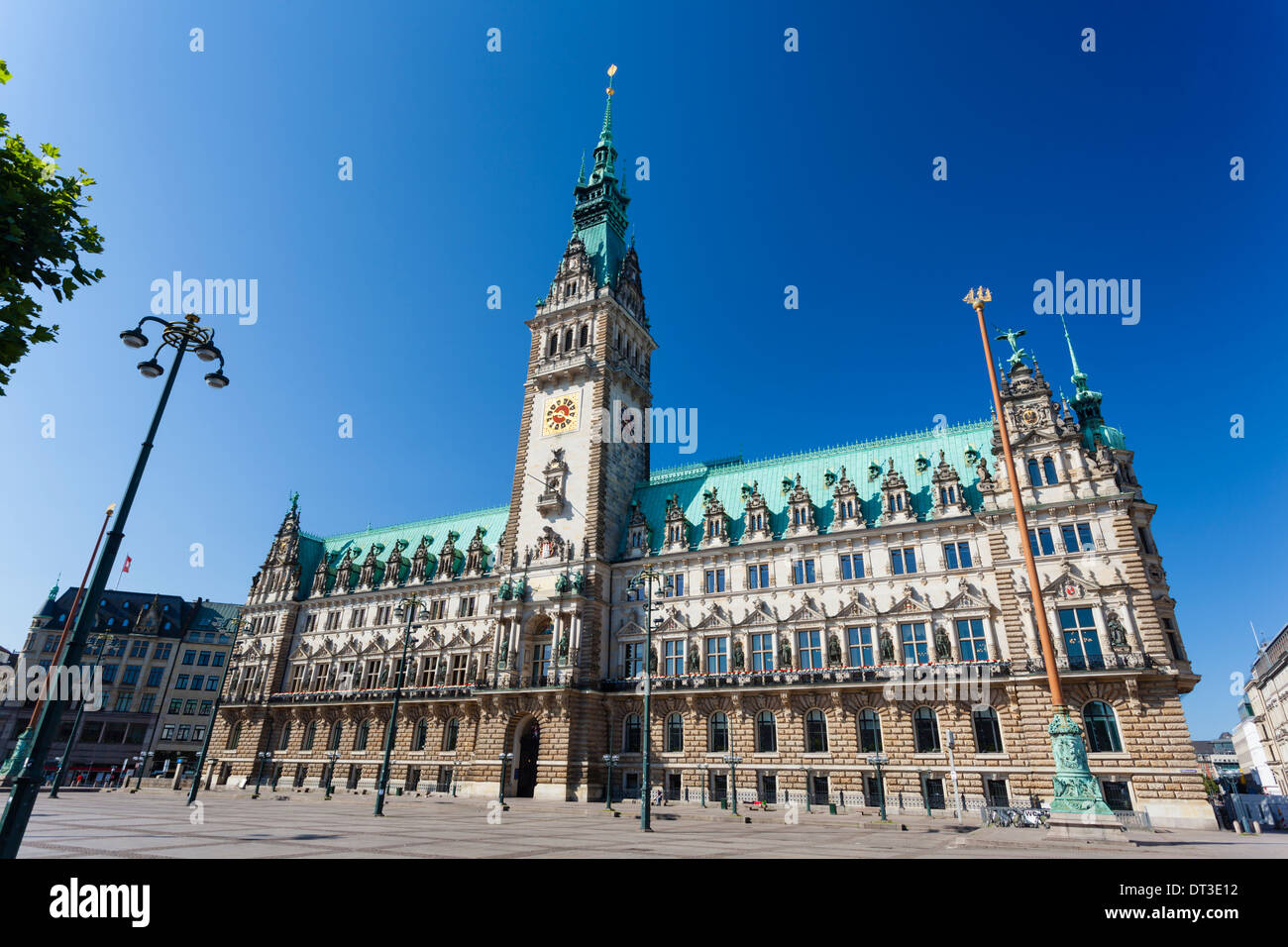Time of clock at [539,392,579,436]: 3:43
